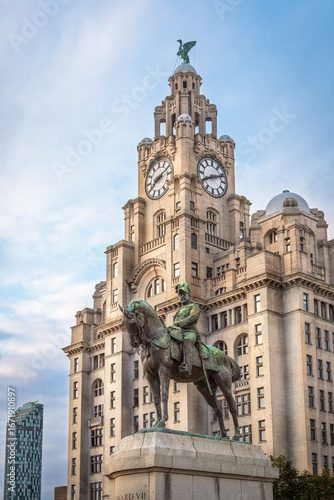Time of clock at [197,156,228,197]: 8:11
